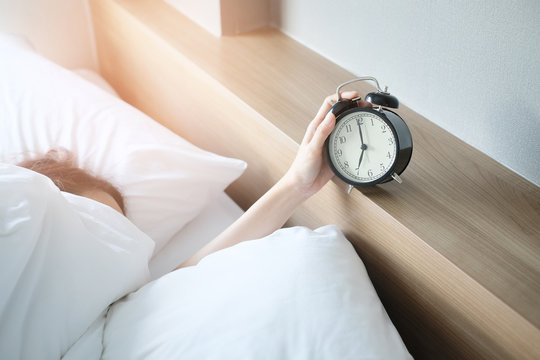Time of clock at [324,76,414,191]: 7:00
